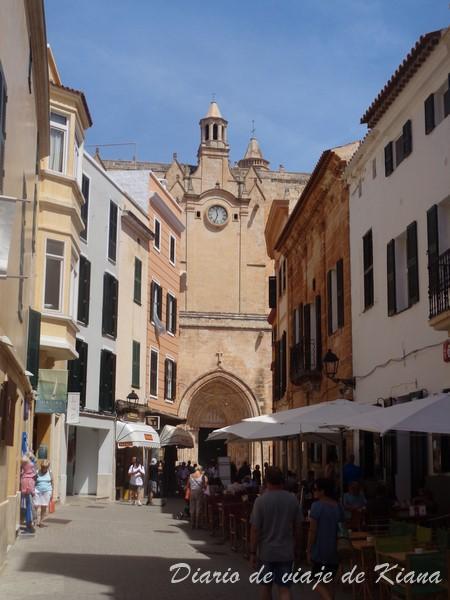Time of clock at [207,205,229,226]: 11:33
